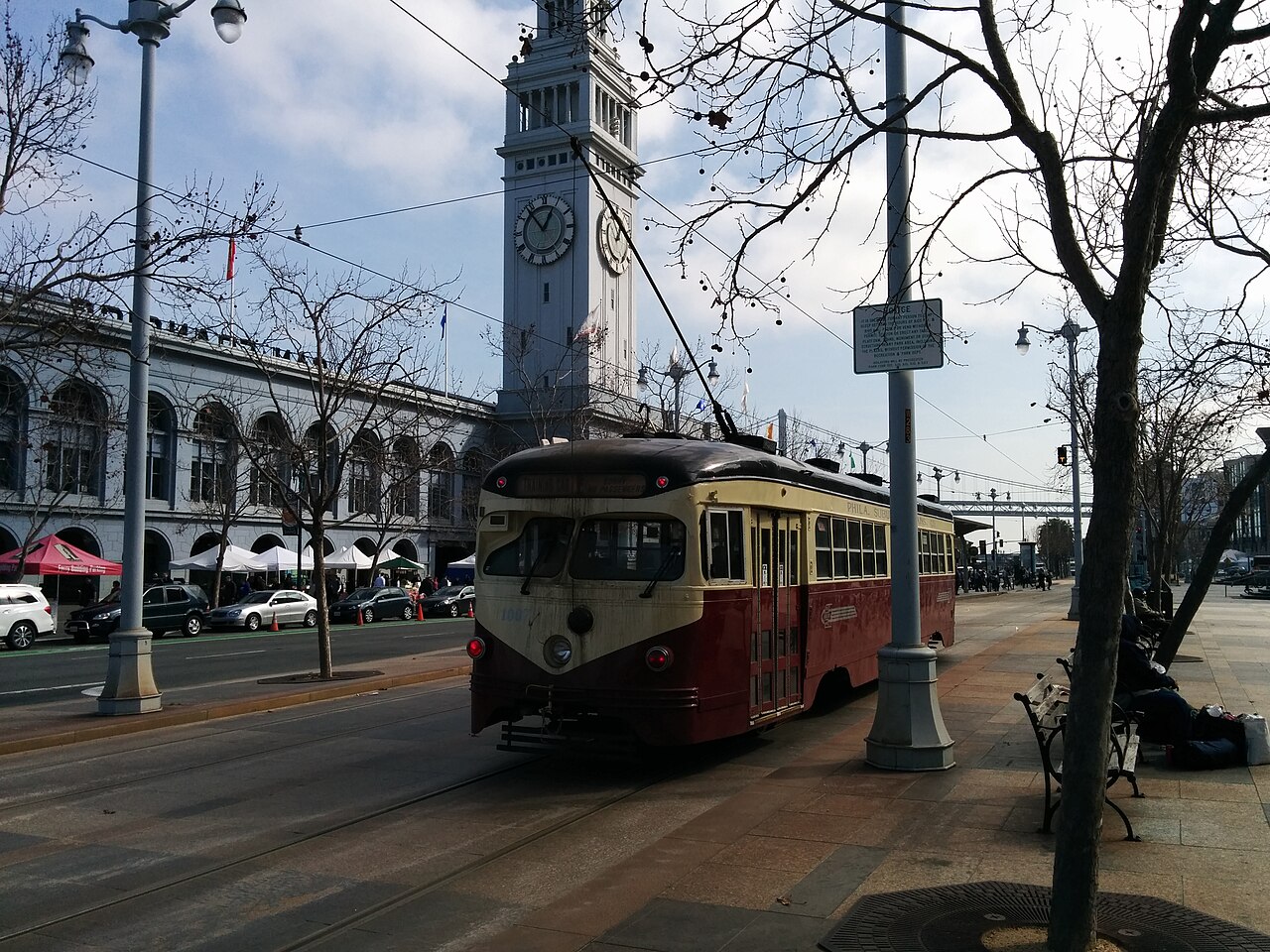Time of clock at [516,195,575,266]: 12:53
